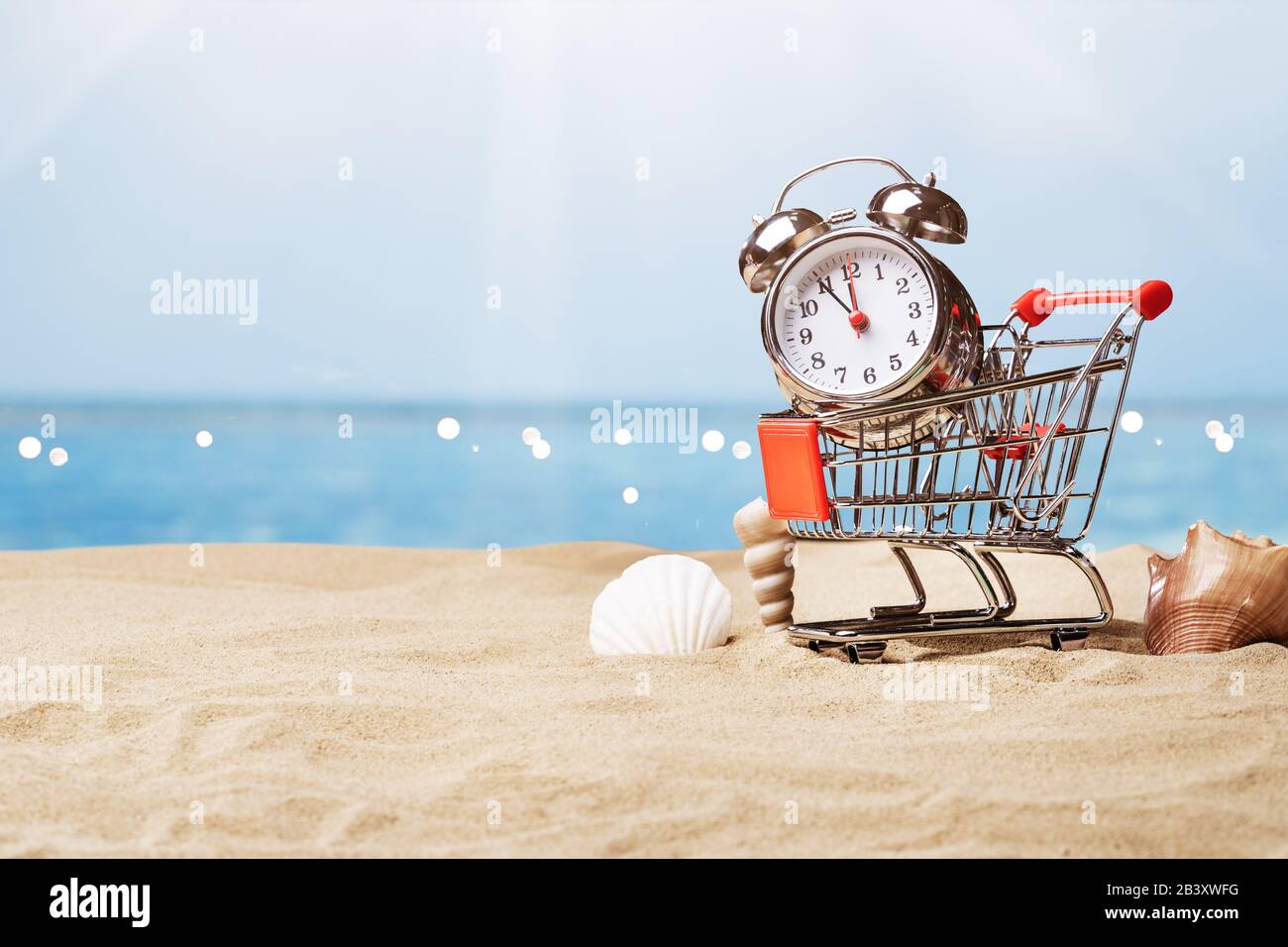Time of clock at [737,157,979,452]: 11:54
